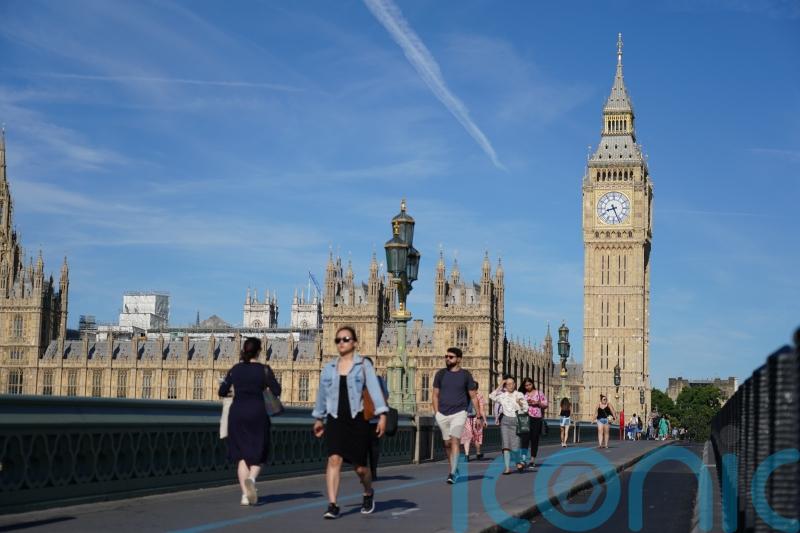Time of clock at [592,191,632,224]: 8:26
